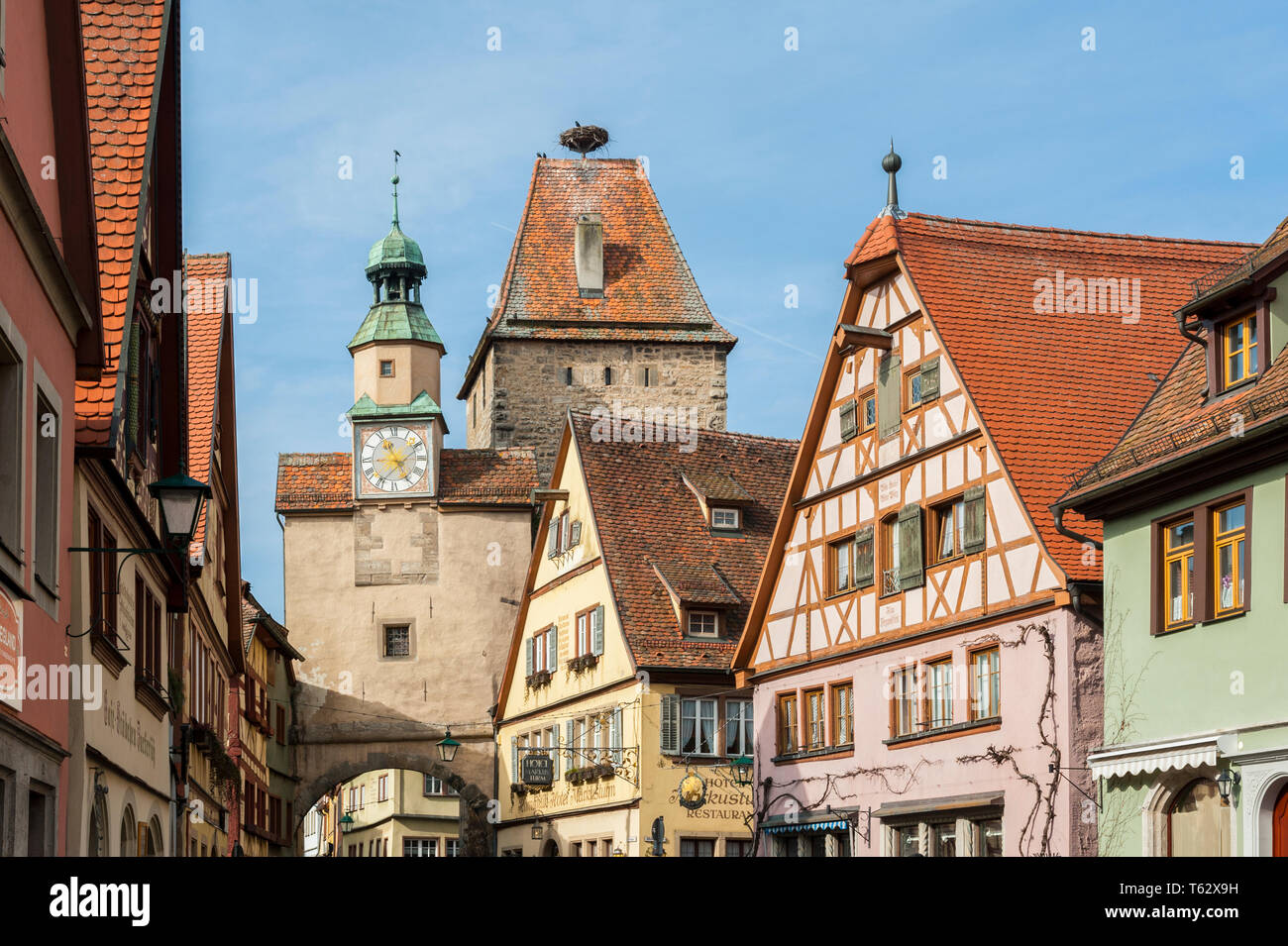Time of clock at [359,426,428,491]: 11:25
